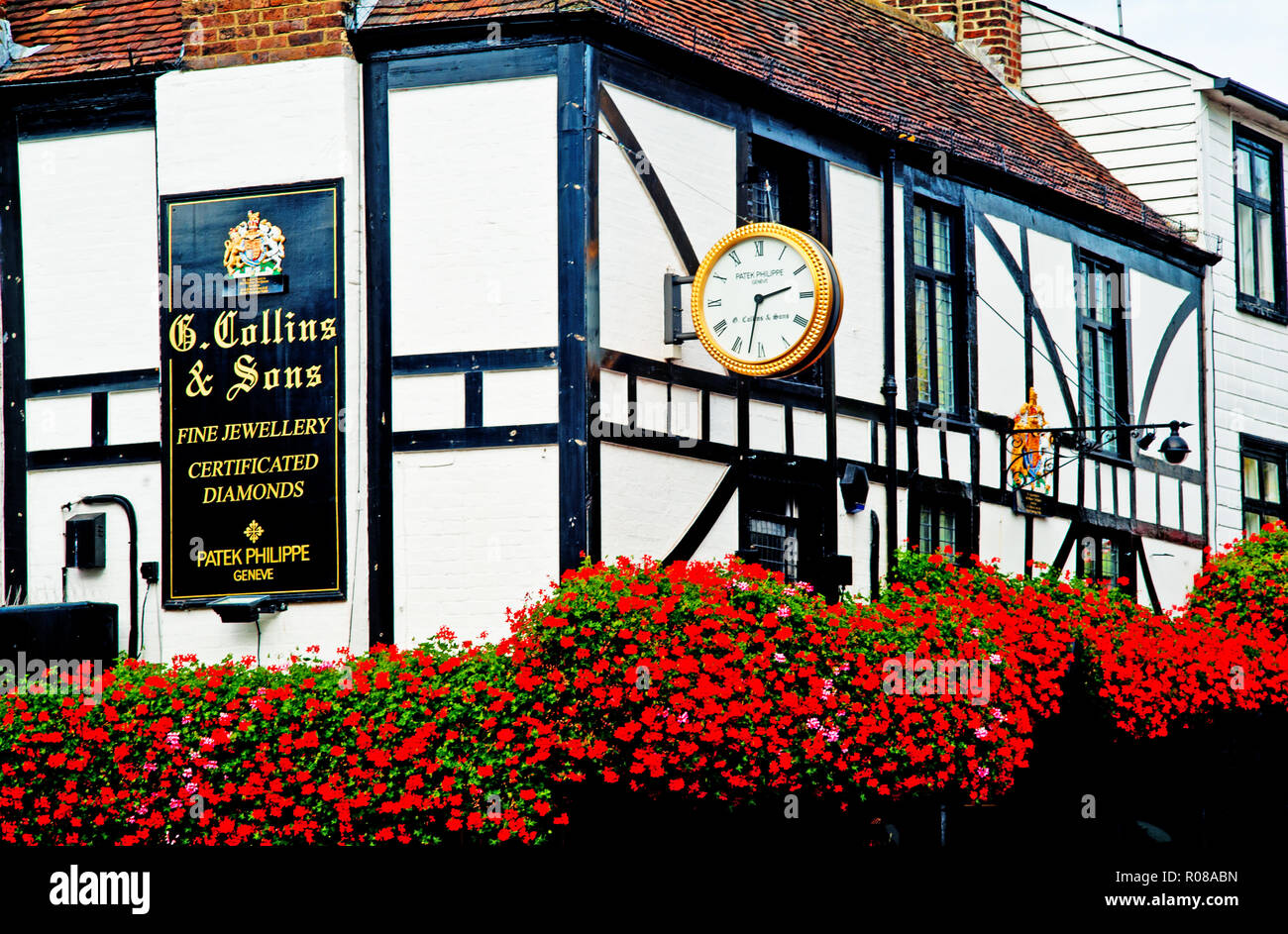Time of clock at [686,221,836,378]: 2:32
